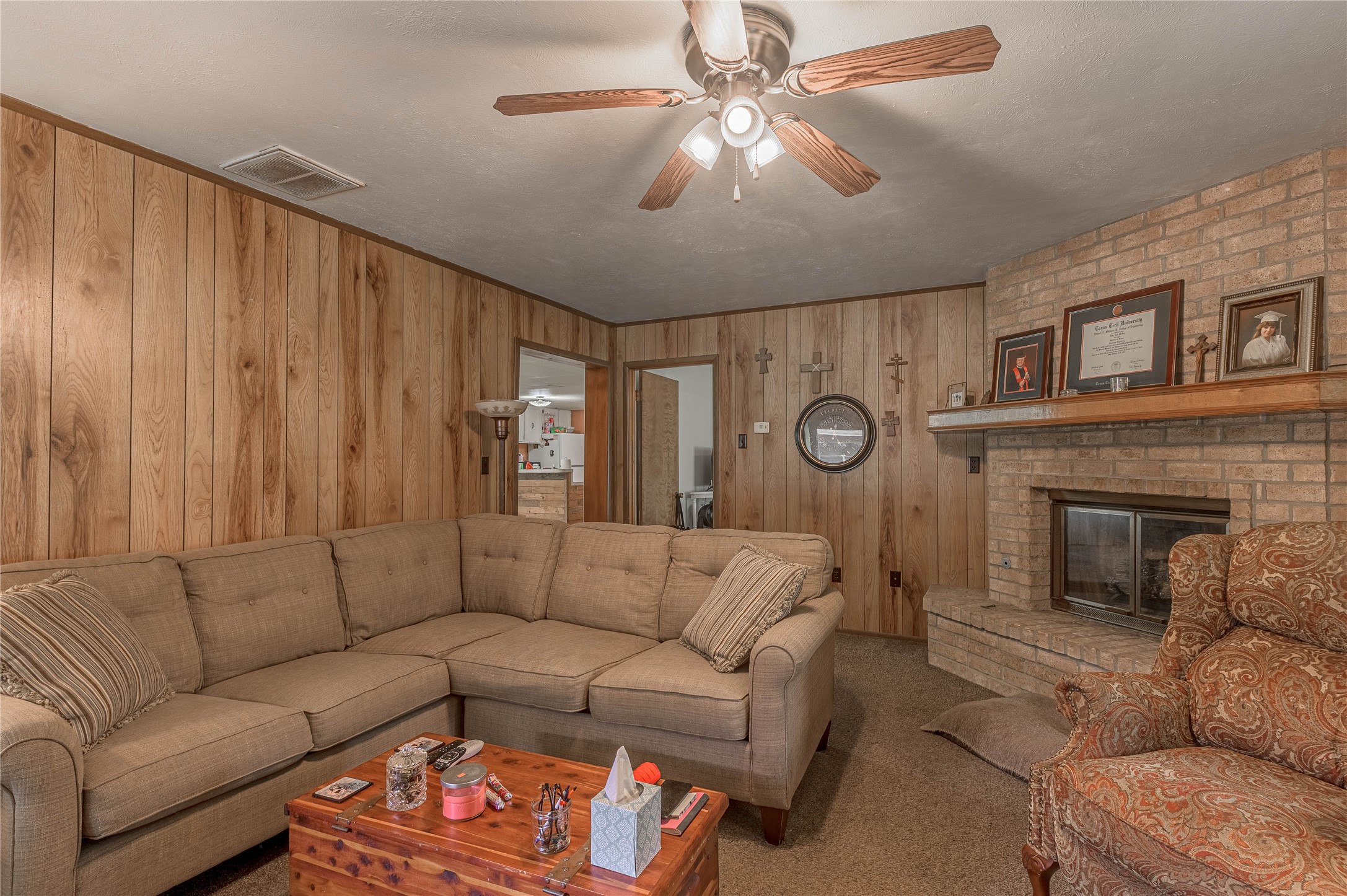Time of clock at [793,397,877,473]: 9:16
